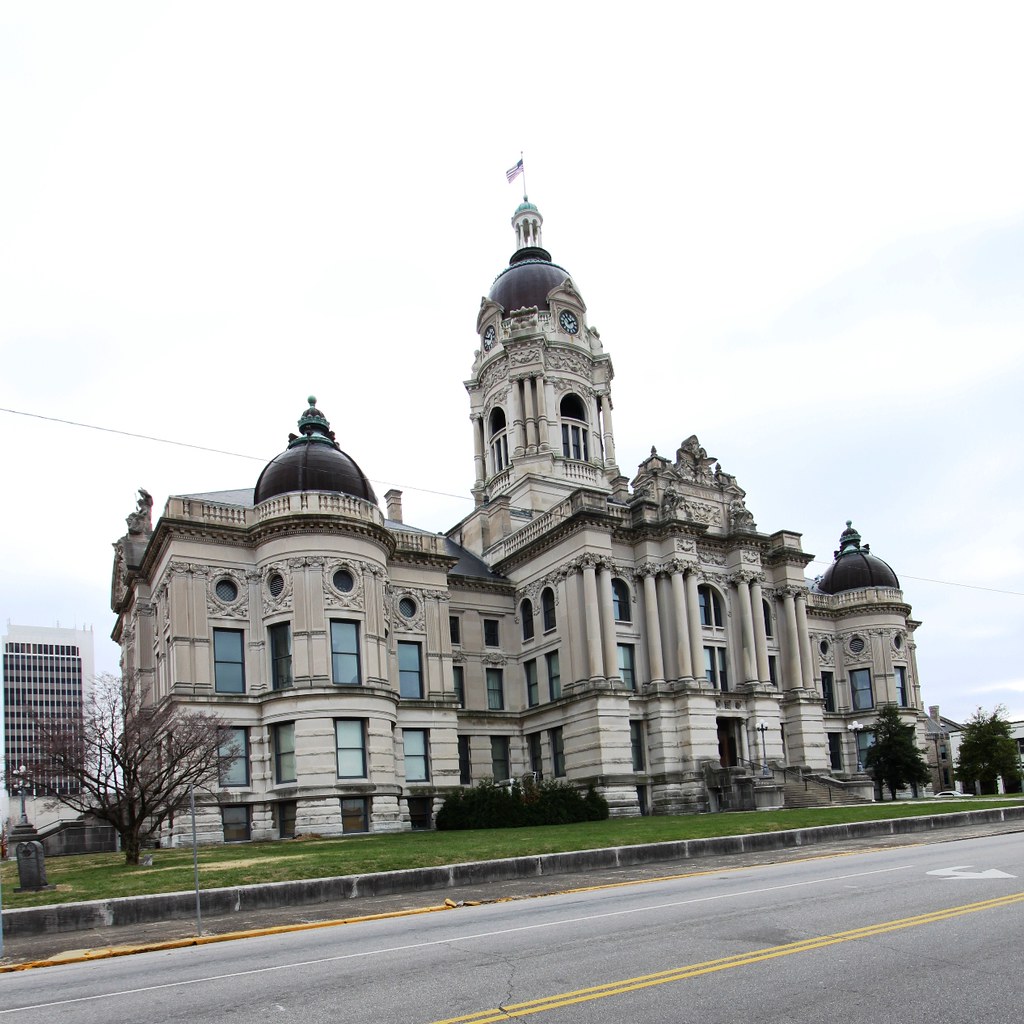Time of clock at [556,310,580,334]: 1:53
